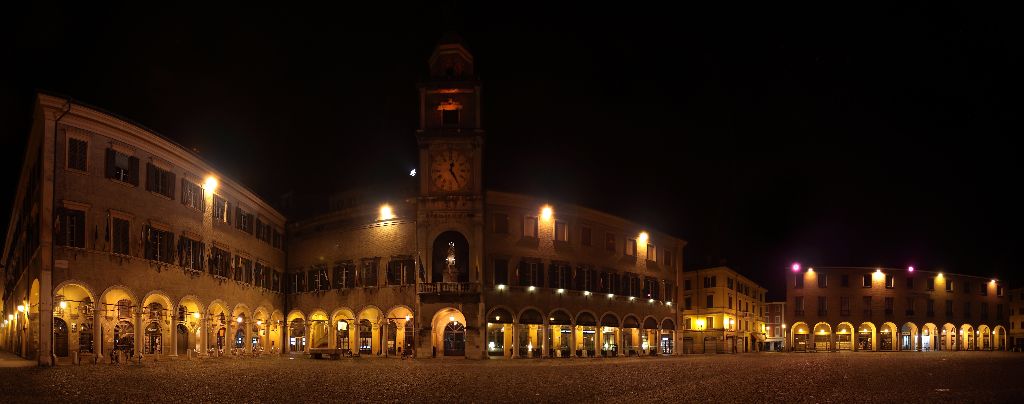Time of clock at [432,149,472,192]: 12:24
